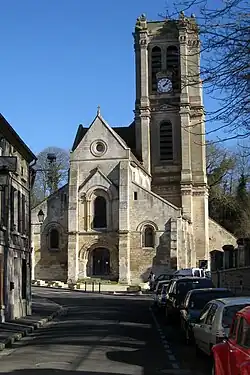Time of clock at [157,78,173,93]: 2:06
